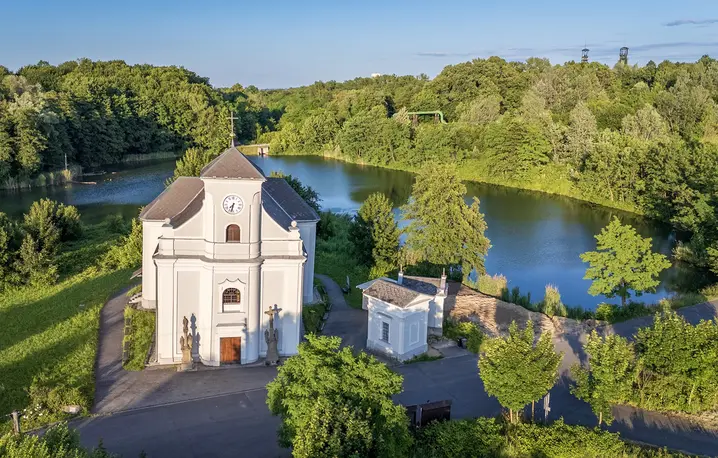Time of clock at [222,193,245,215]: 7:32
